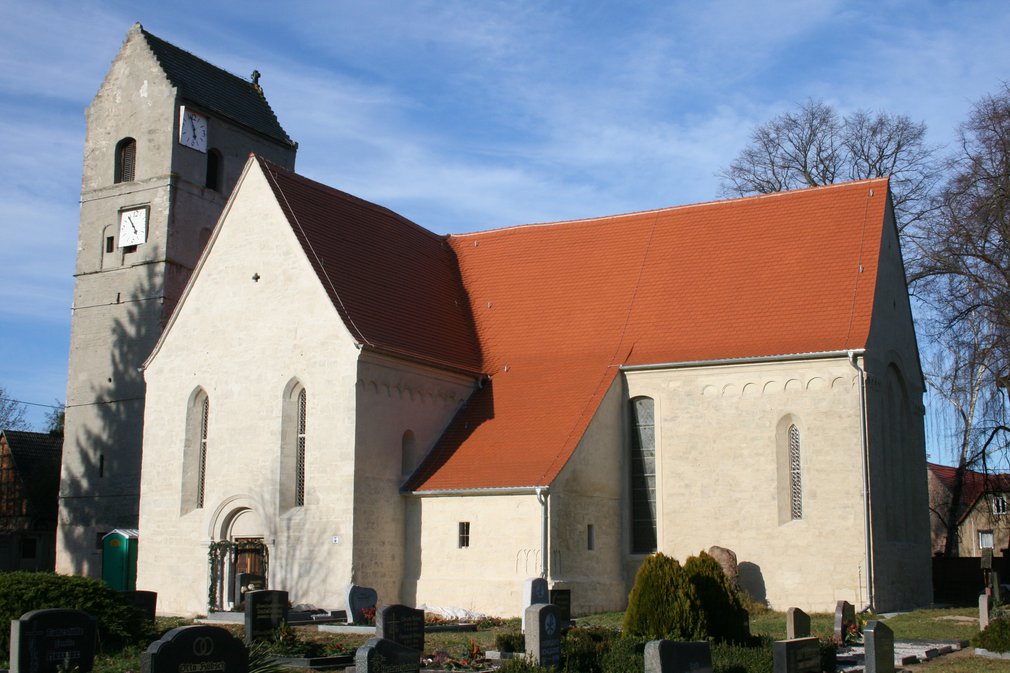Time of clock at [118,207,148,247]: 4:53
